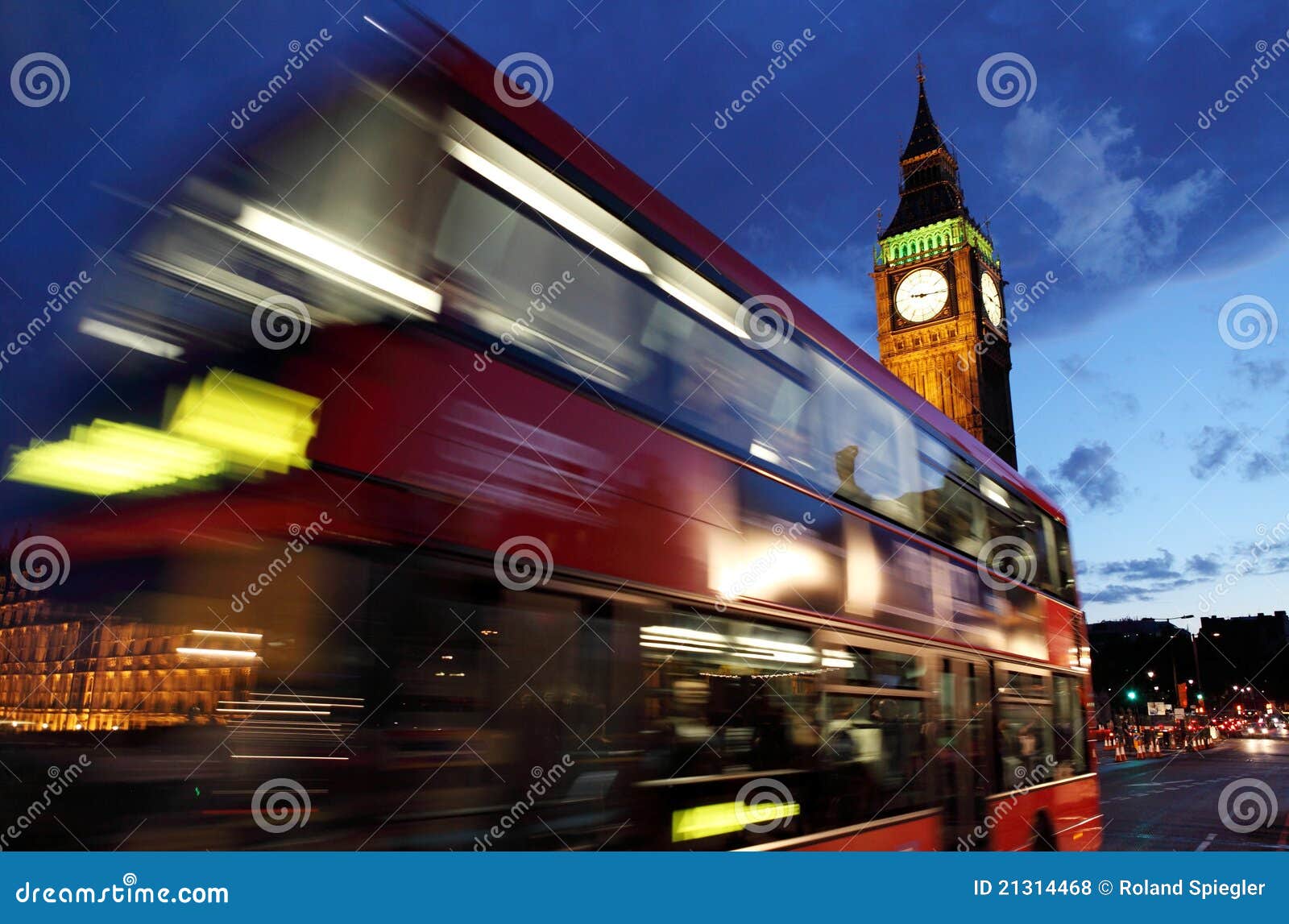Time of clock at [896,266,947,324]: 9:15
